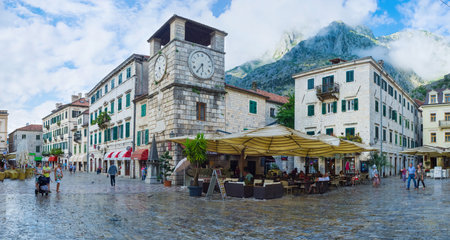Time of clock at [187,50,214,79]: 5:35
